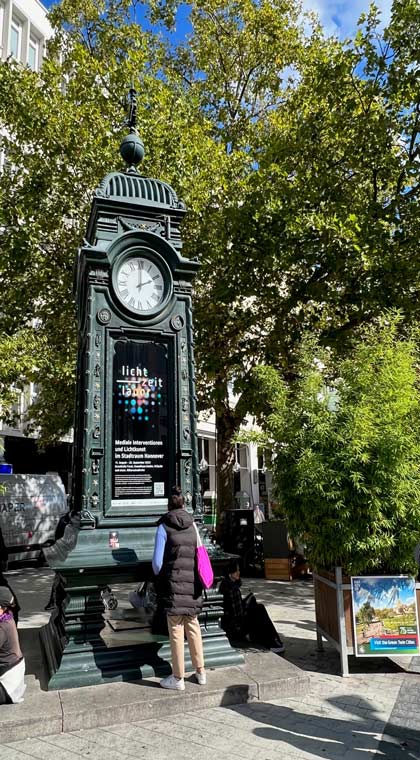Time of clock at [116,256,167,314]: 2:00
